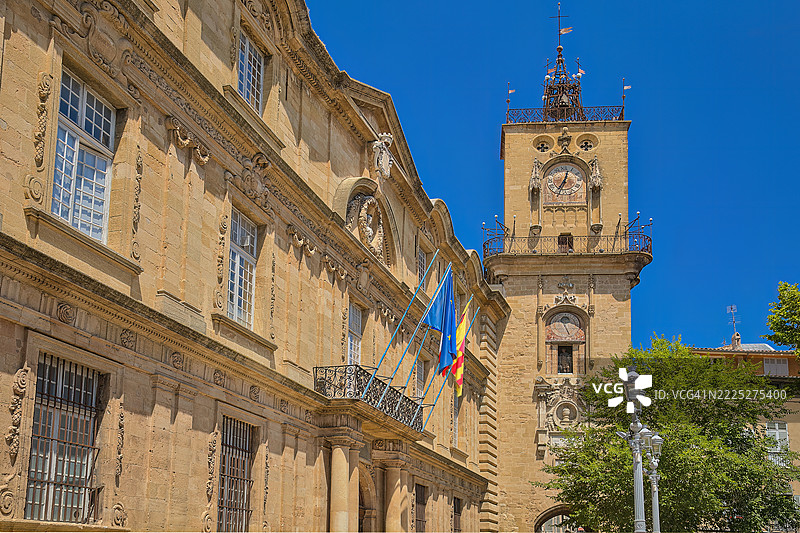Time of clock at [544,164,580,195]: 12:34
